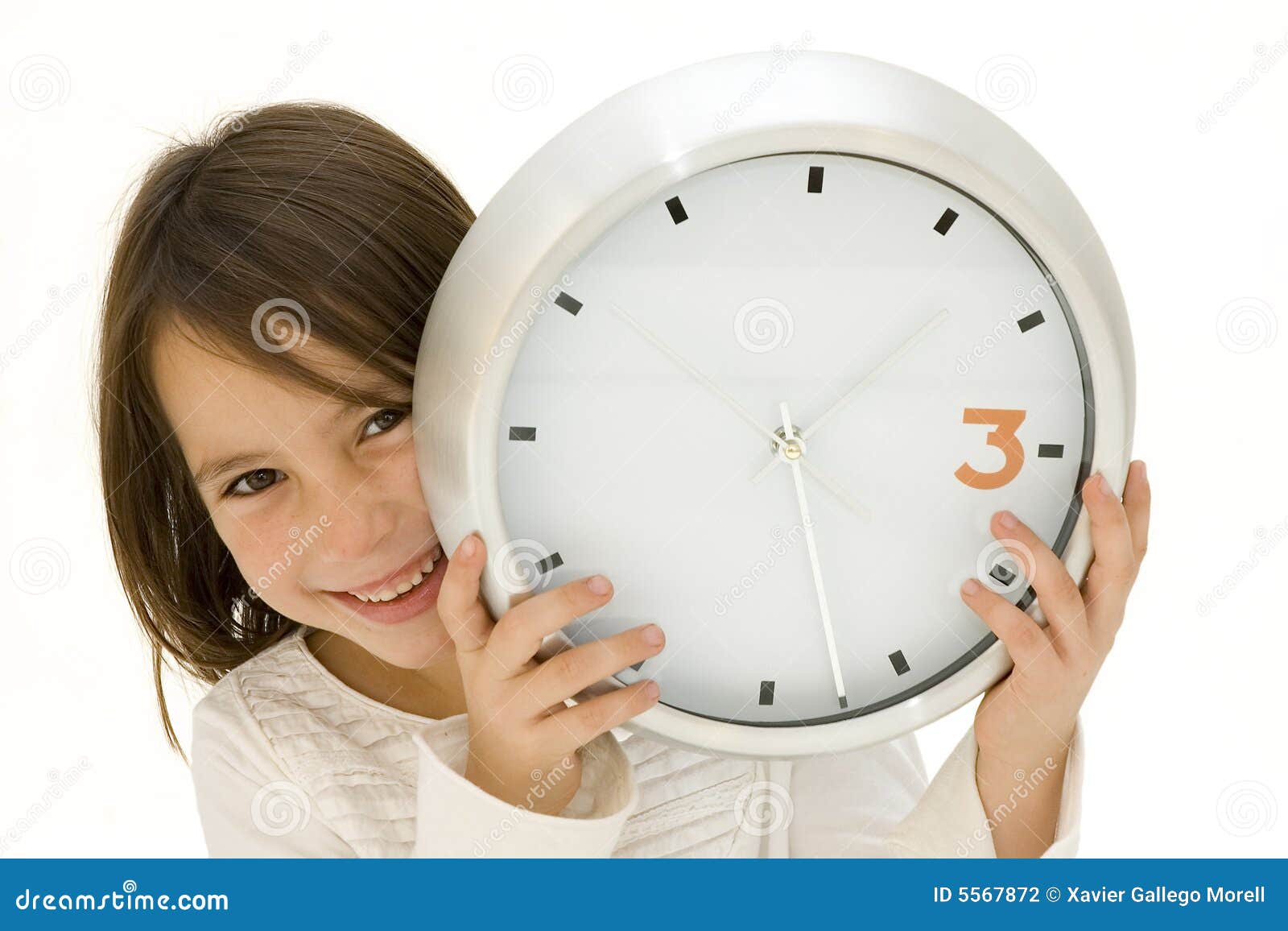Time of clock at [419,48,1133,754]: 1:27
